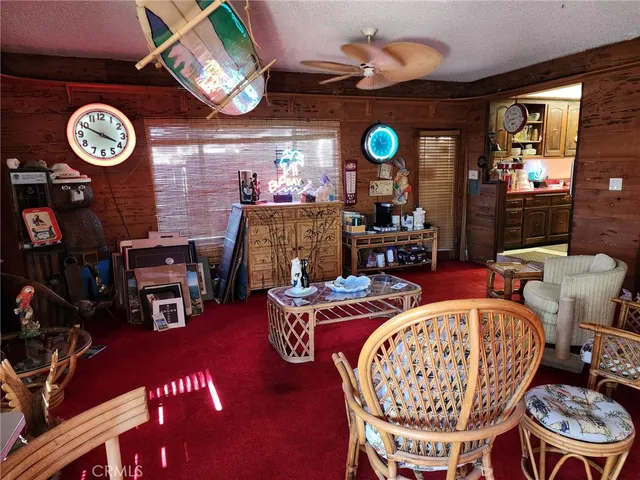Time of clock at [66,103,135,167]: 3:49
